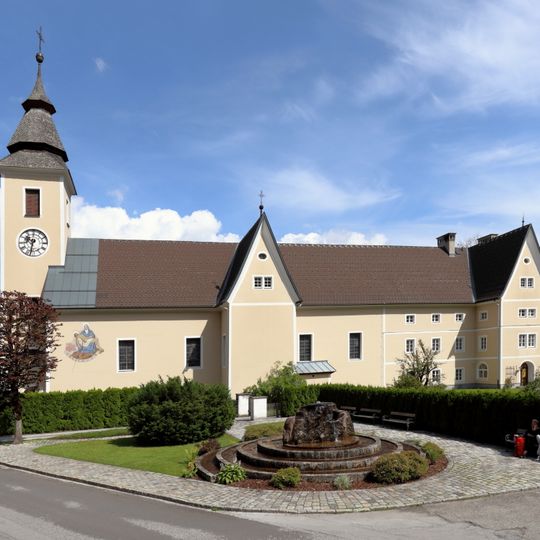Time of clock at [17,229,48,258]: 10:32
